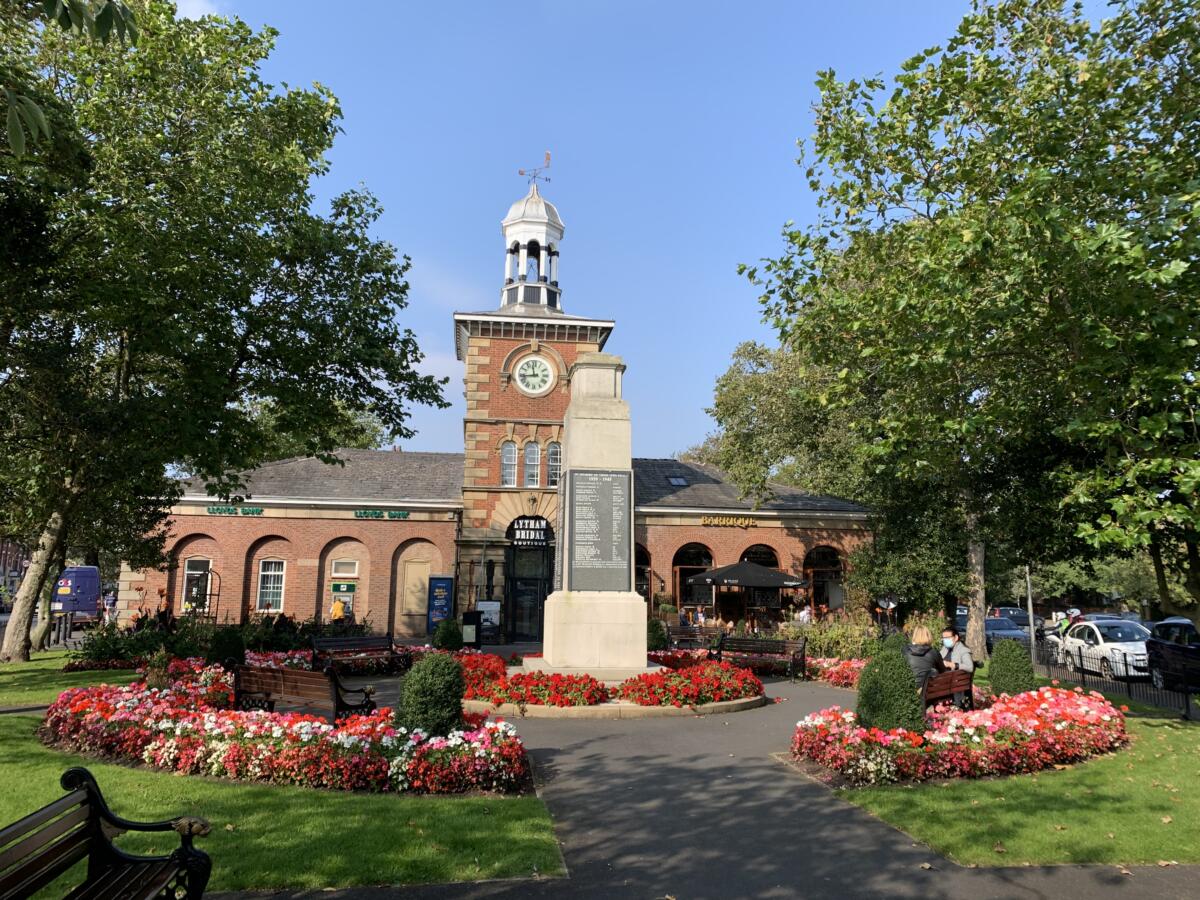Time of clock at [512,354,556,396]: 11:43
